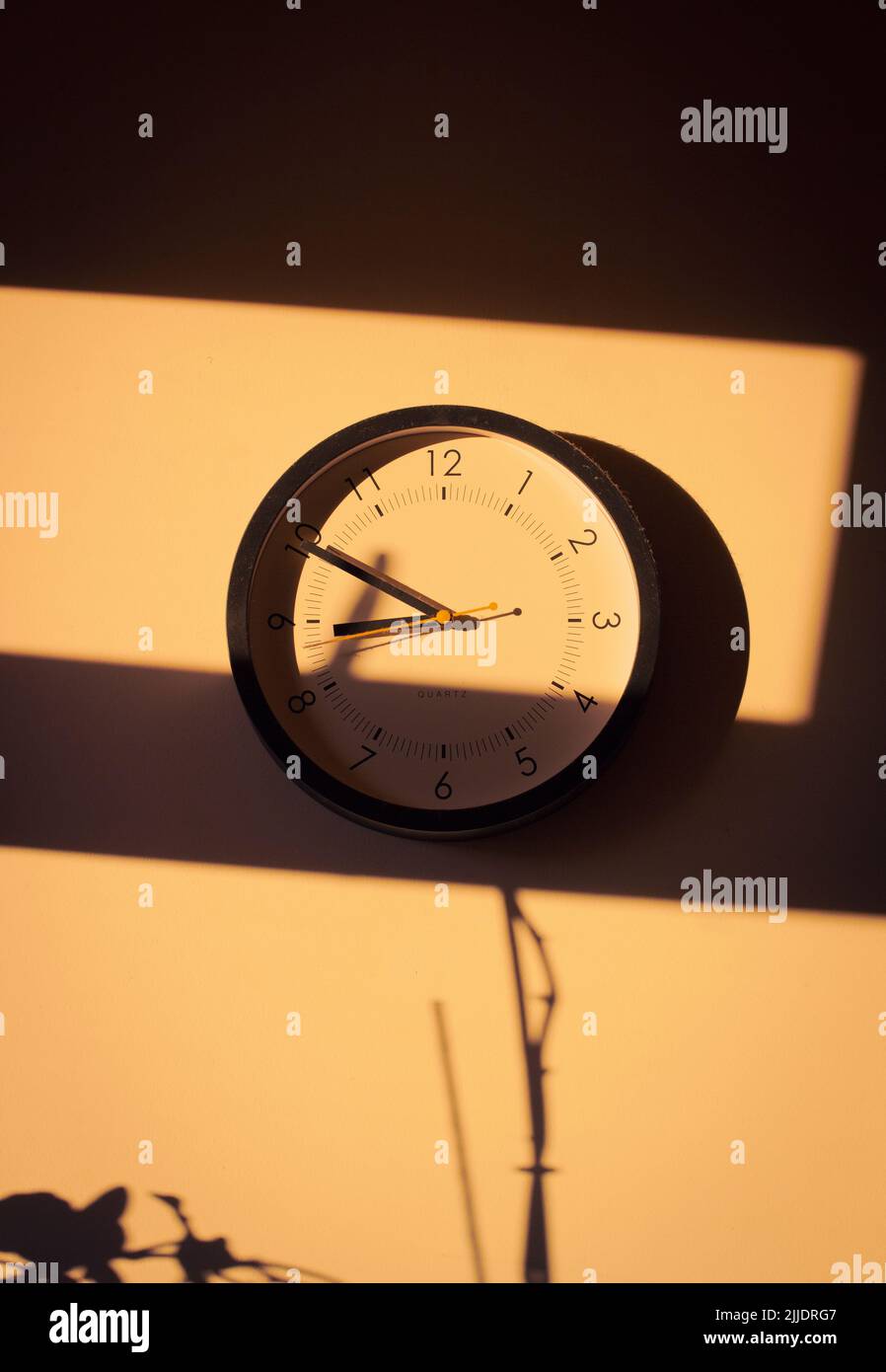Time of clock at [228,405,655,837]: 8:49
